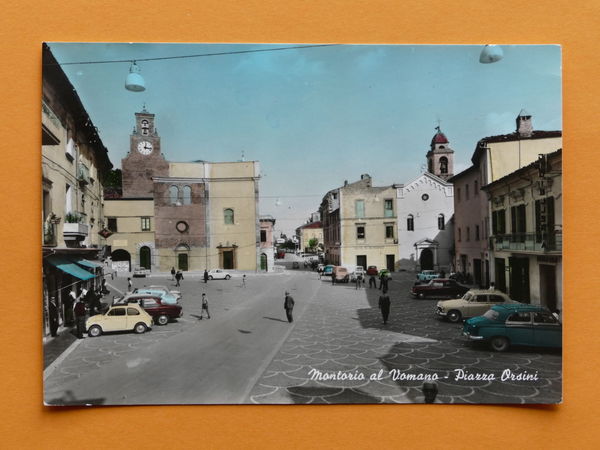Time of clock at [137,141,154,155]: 12:16
